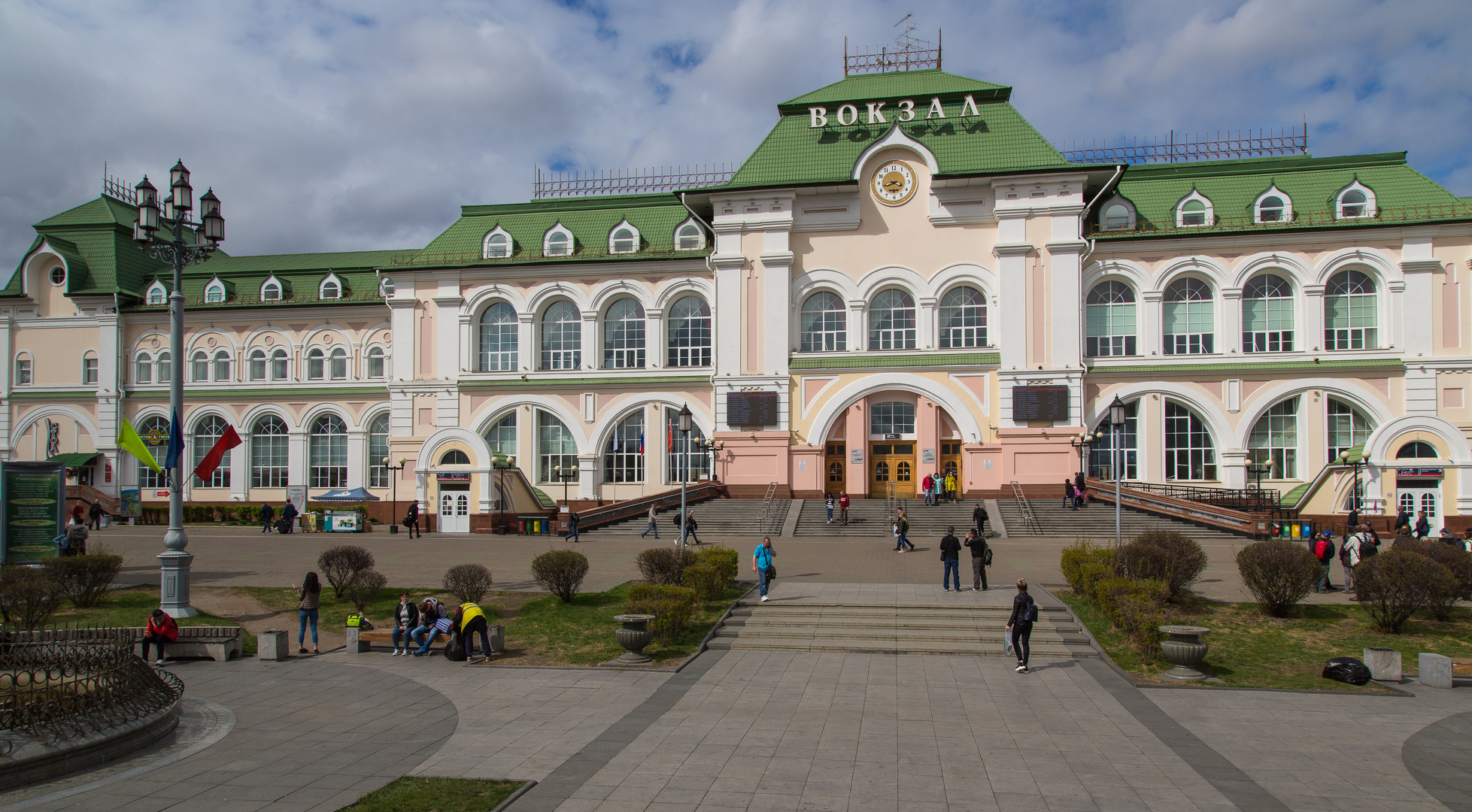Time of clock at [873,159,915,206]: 3:42
